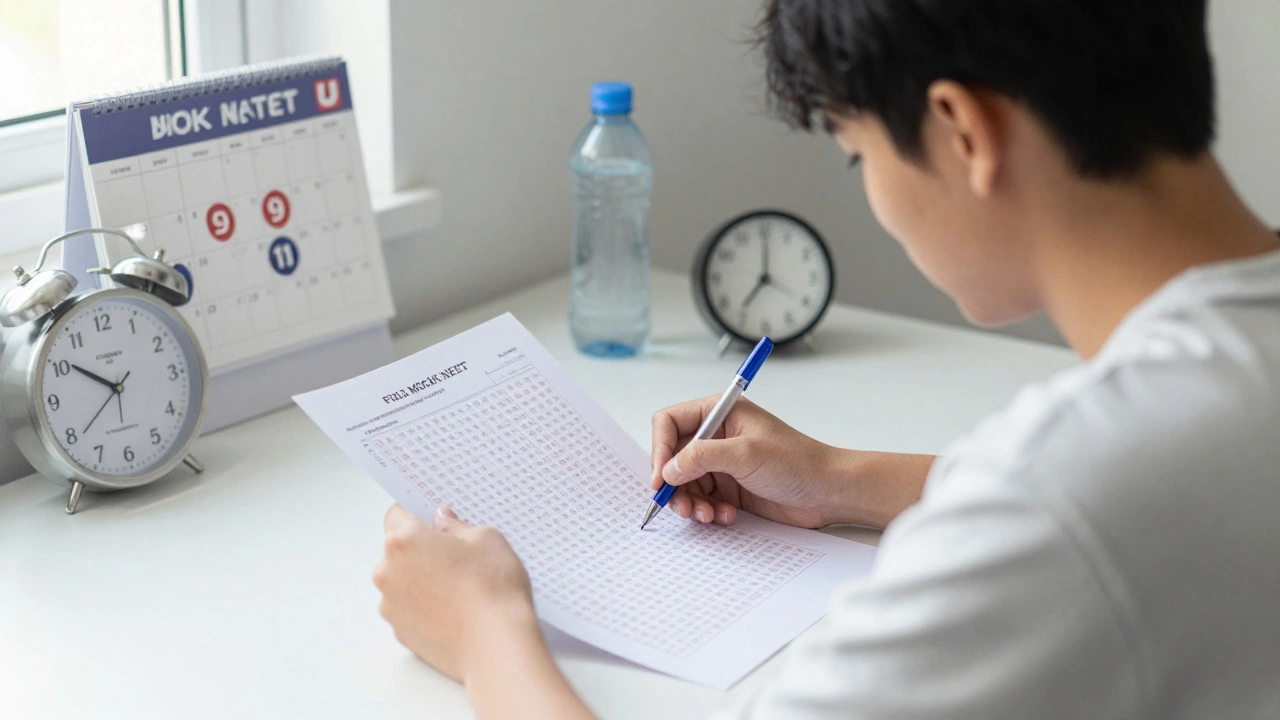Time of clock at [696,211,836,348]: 7:00
